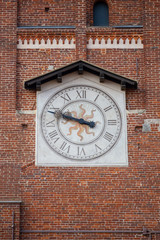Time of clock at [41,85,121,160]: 9:48
